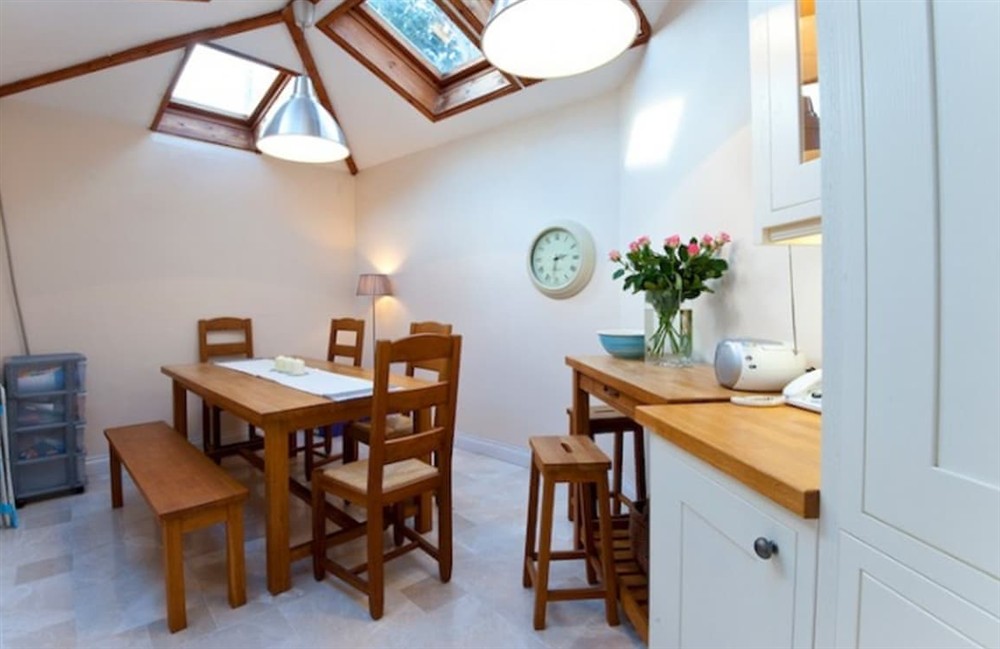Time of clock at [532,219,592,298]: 2:31
